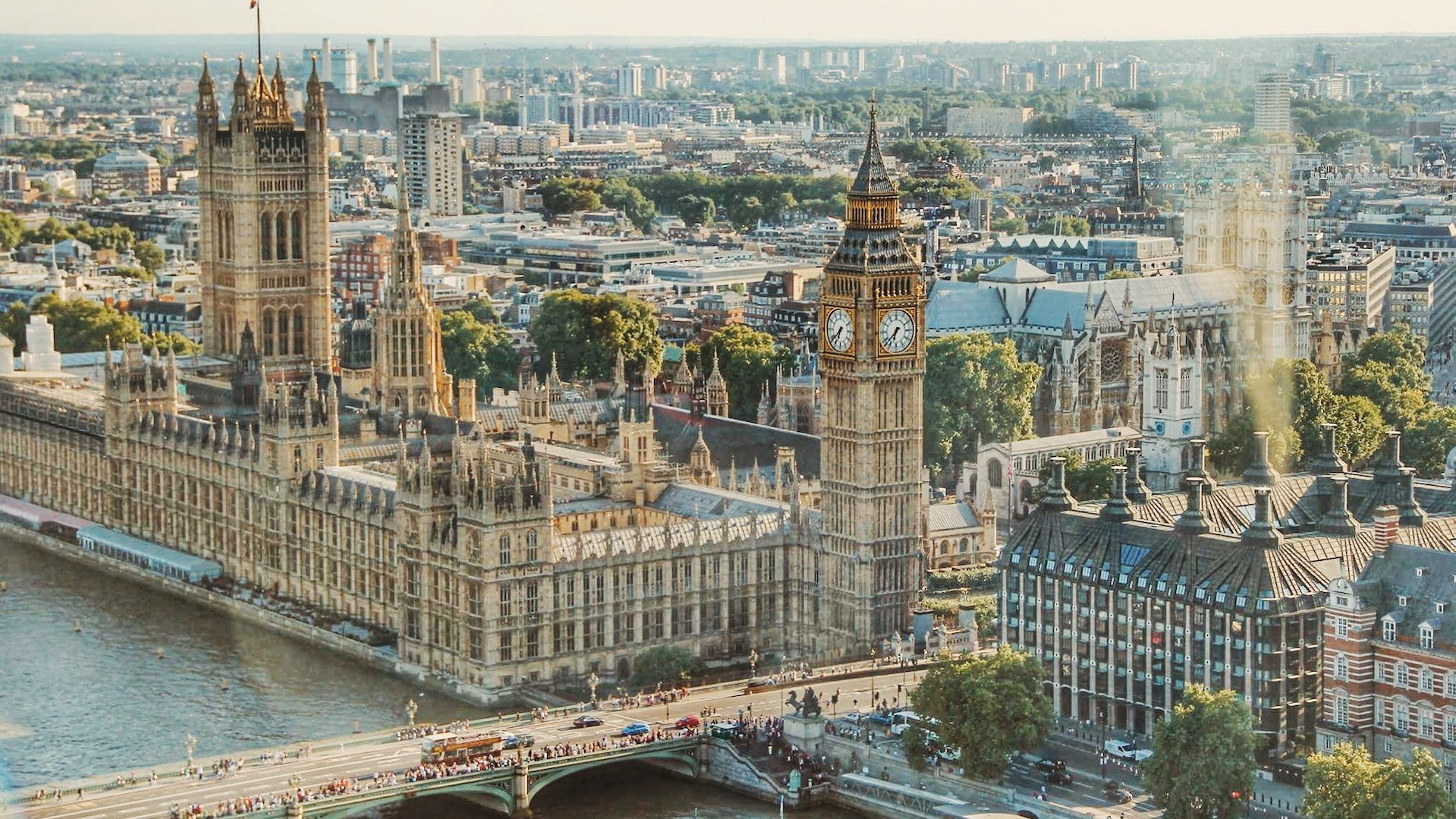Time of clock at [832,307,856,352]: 6:38
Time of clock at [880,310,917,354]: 6:37
